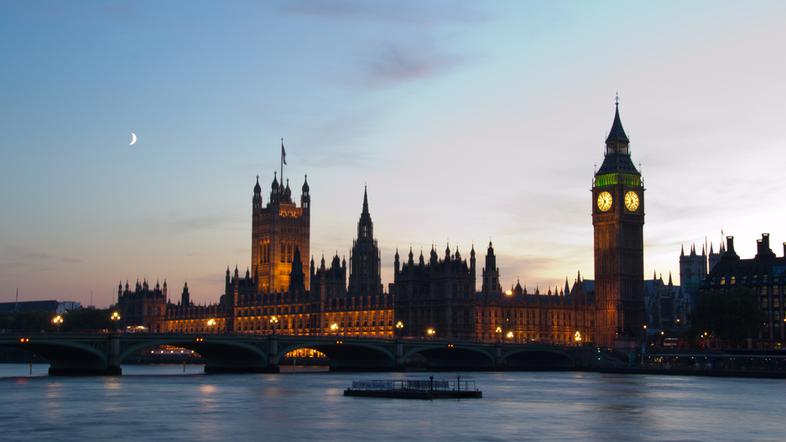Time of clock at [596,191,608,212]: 6:54
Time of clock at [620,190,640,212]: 6:54
